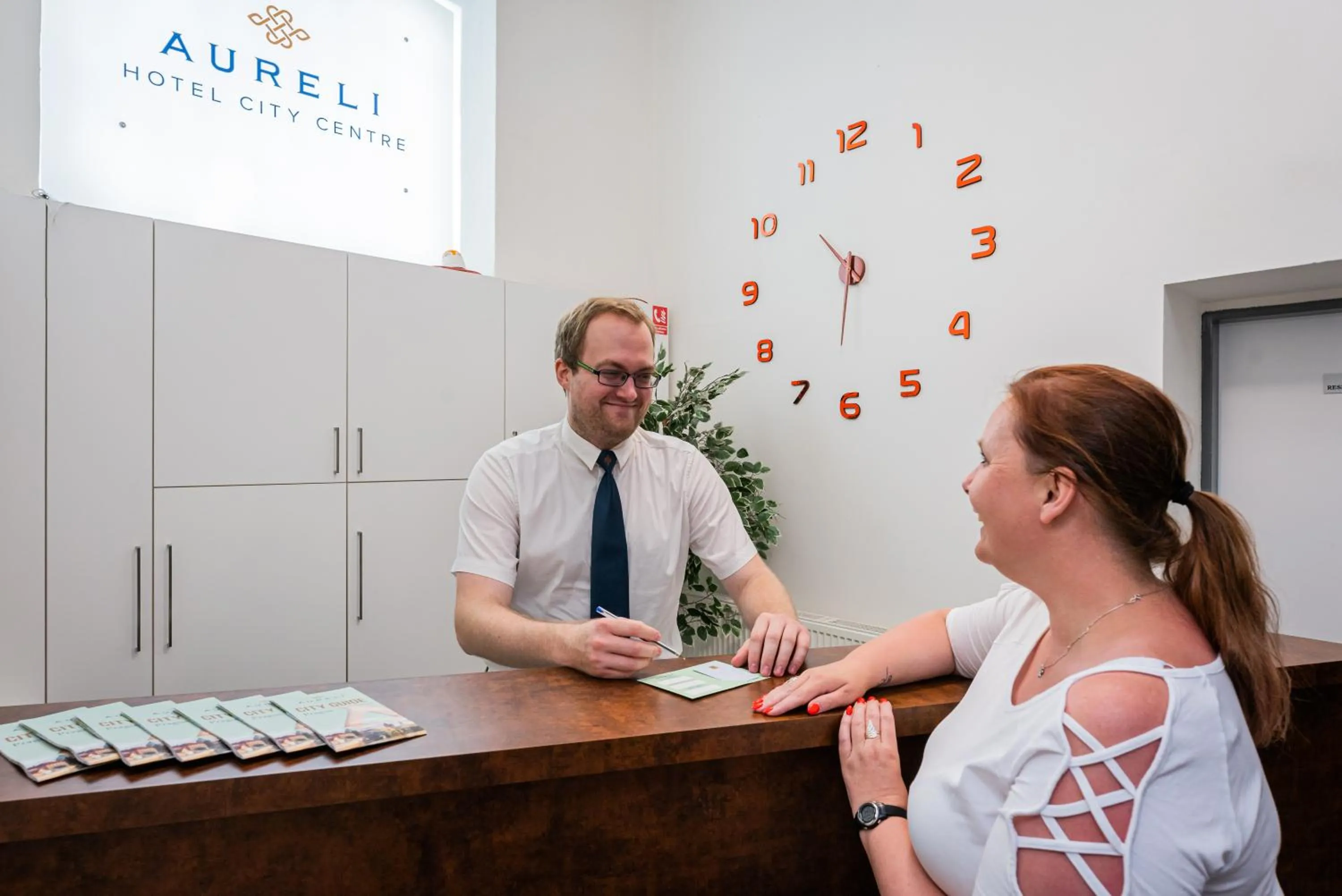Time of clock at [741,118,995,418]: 10:31
